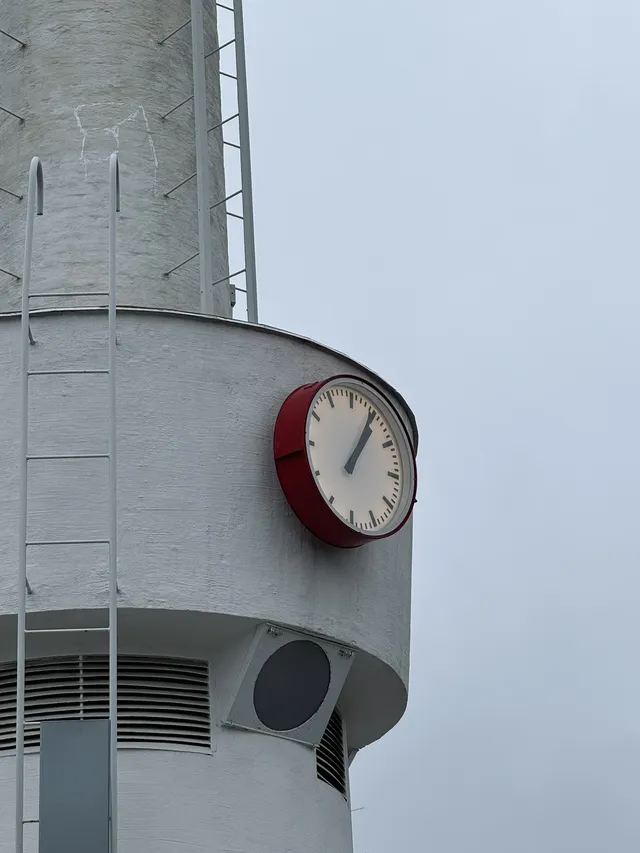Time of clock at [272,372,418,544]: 1:04
